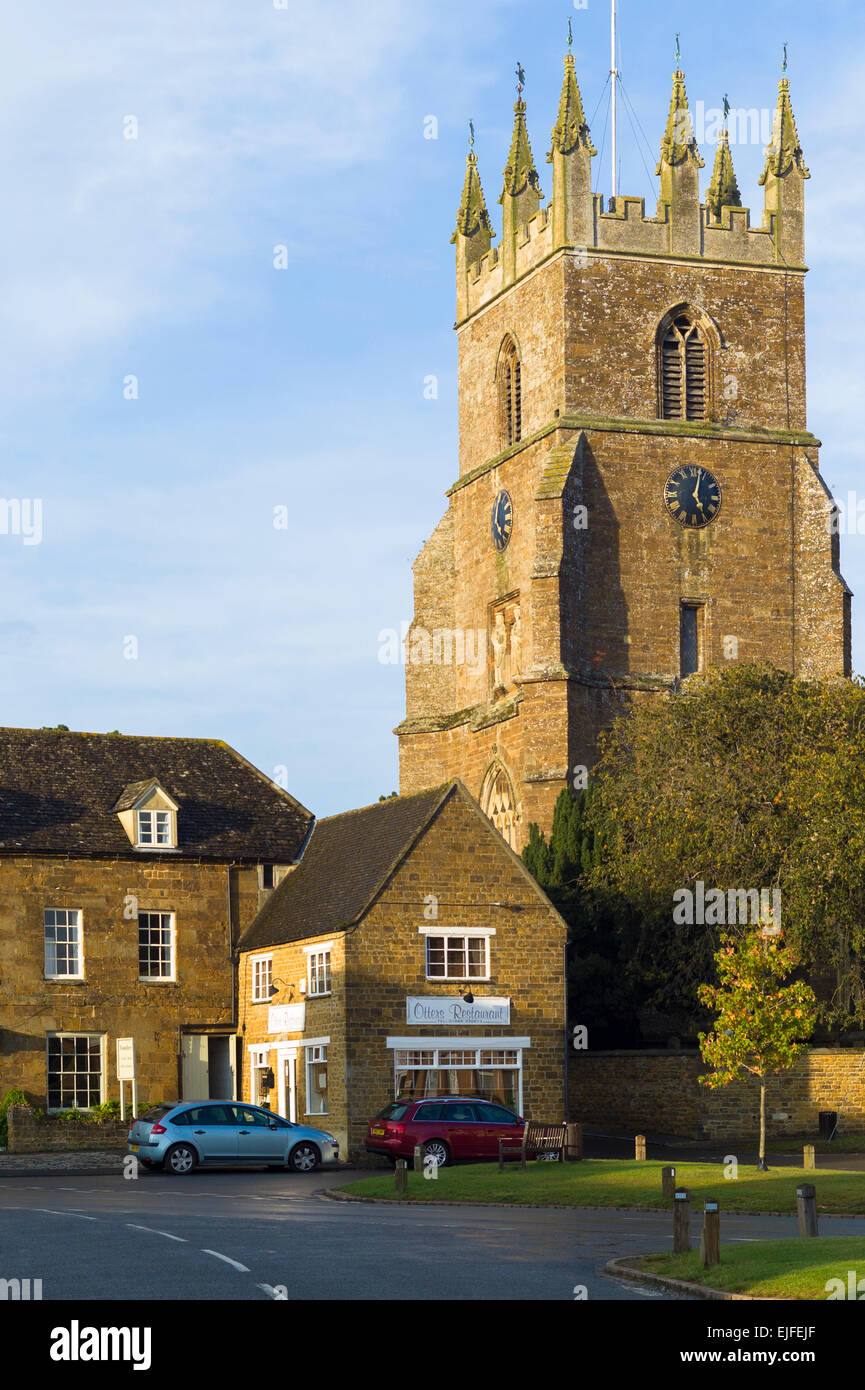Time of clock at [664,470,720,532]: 5:02
